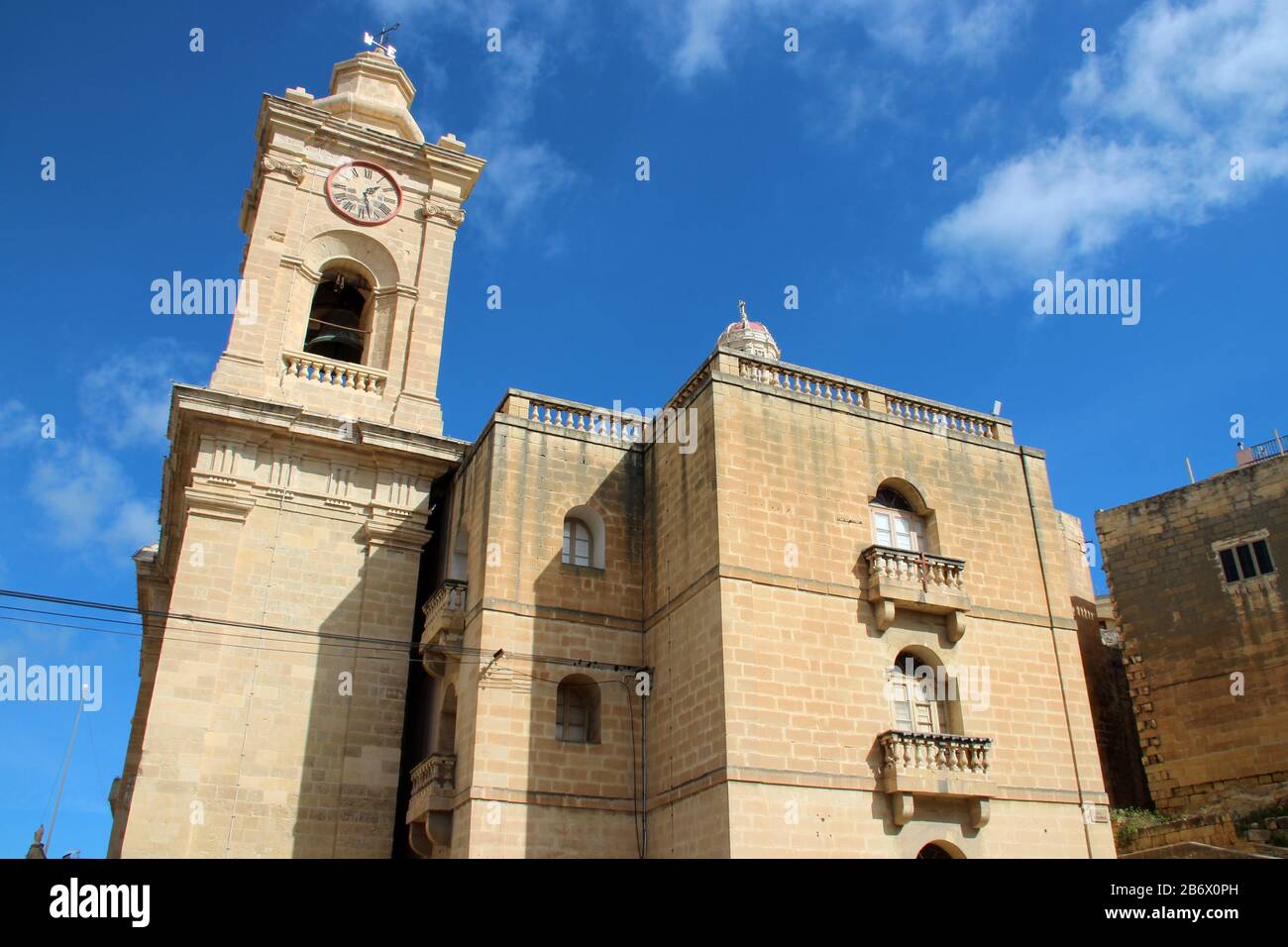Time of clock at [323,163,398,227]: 1:27
